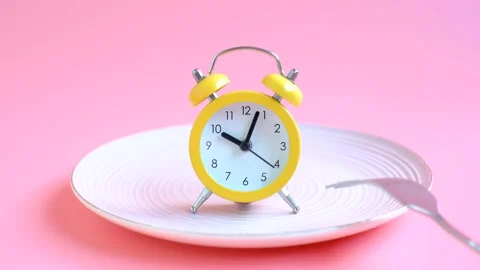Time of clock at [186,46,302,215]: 10:03
